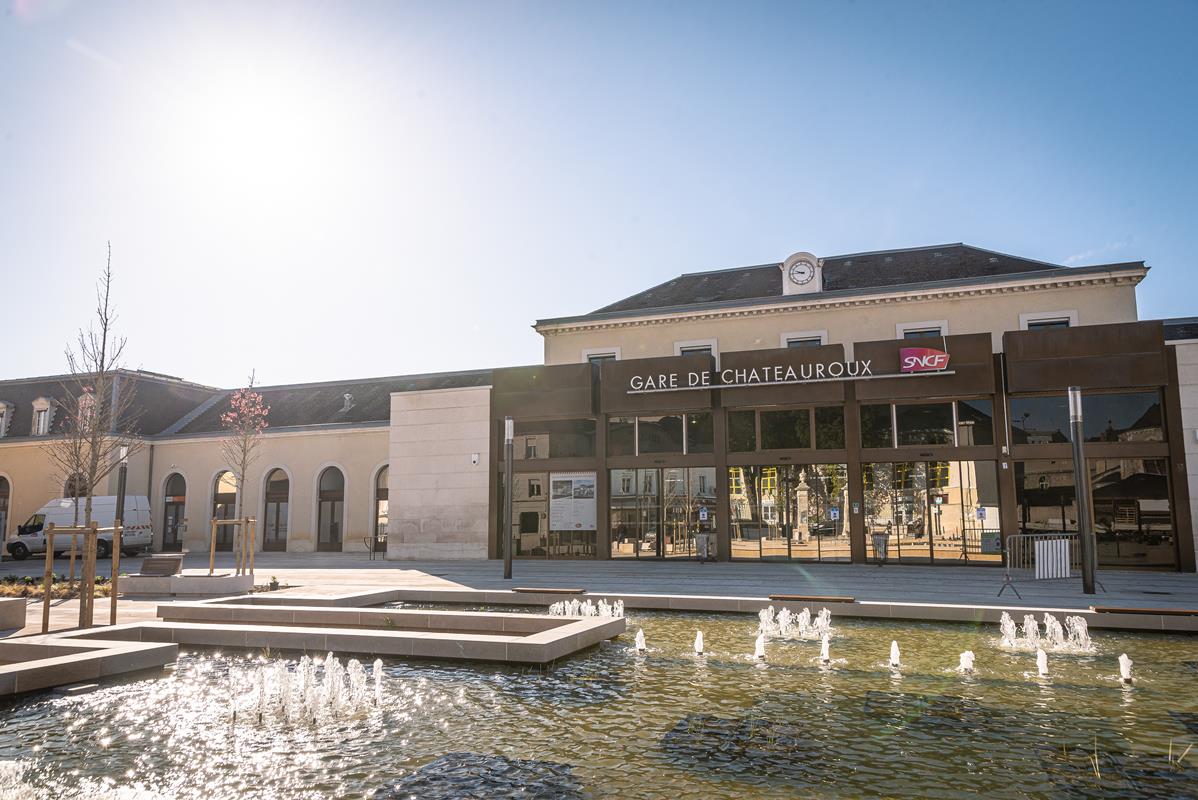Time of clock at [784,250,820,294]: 9:45
